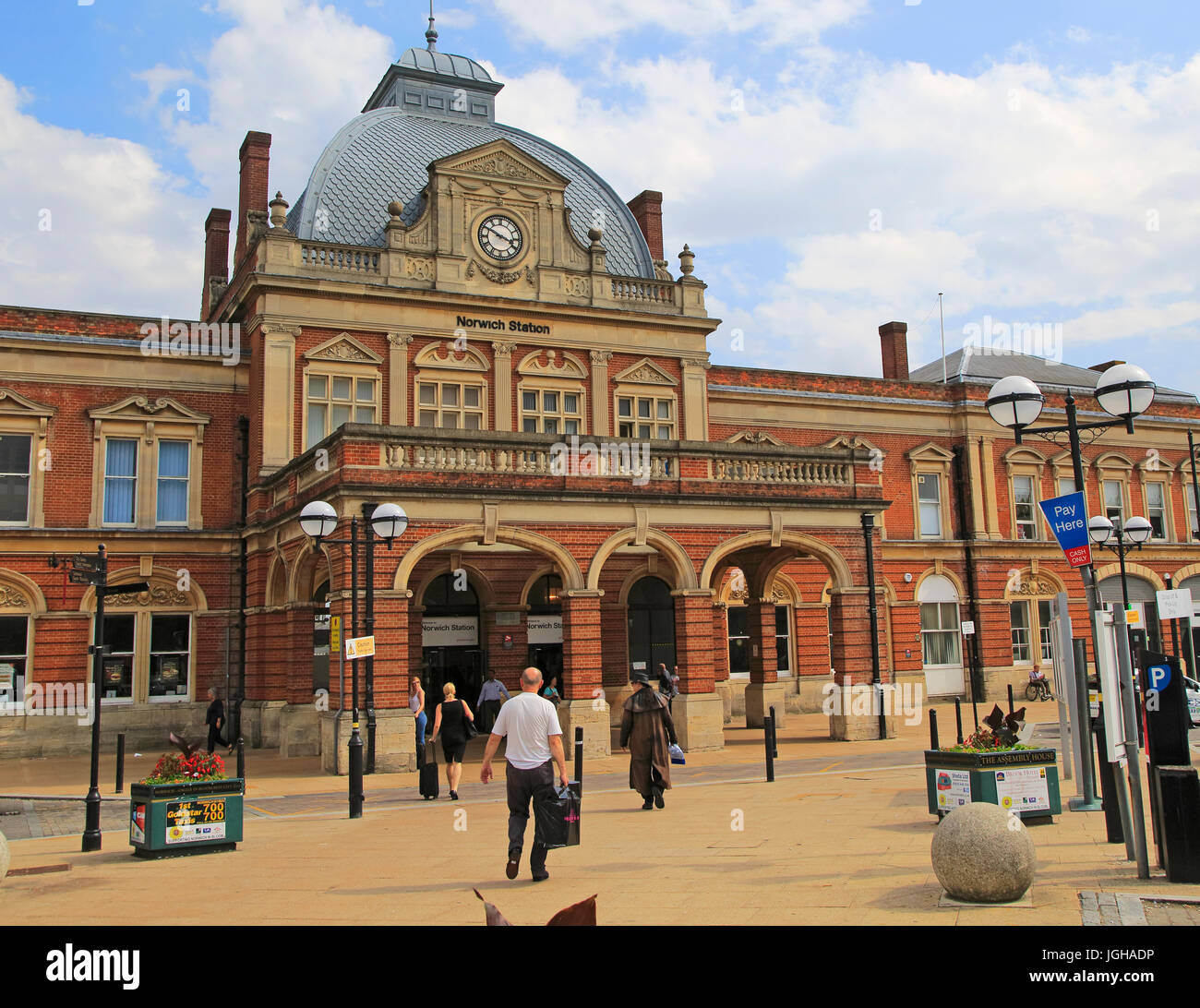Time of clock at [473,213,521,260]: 3:50
